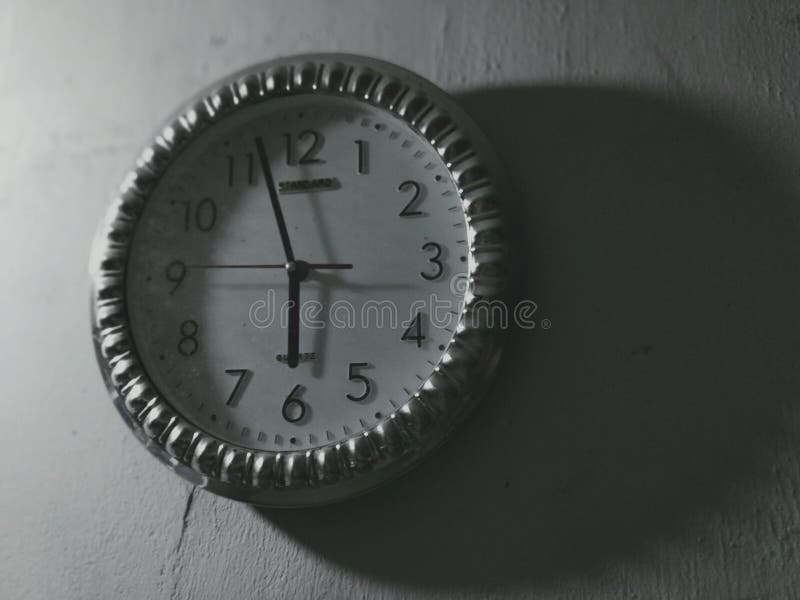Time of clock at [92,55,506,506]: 5:57
